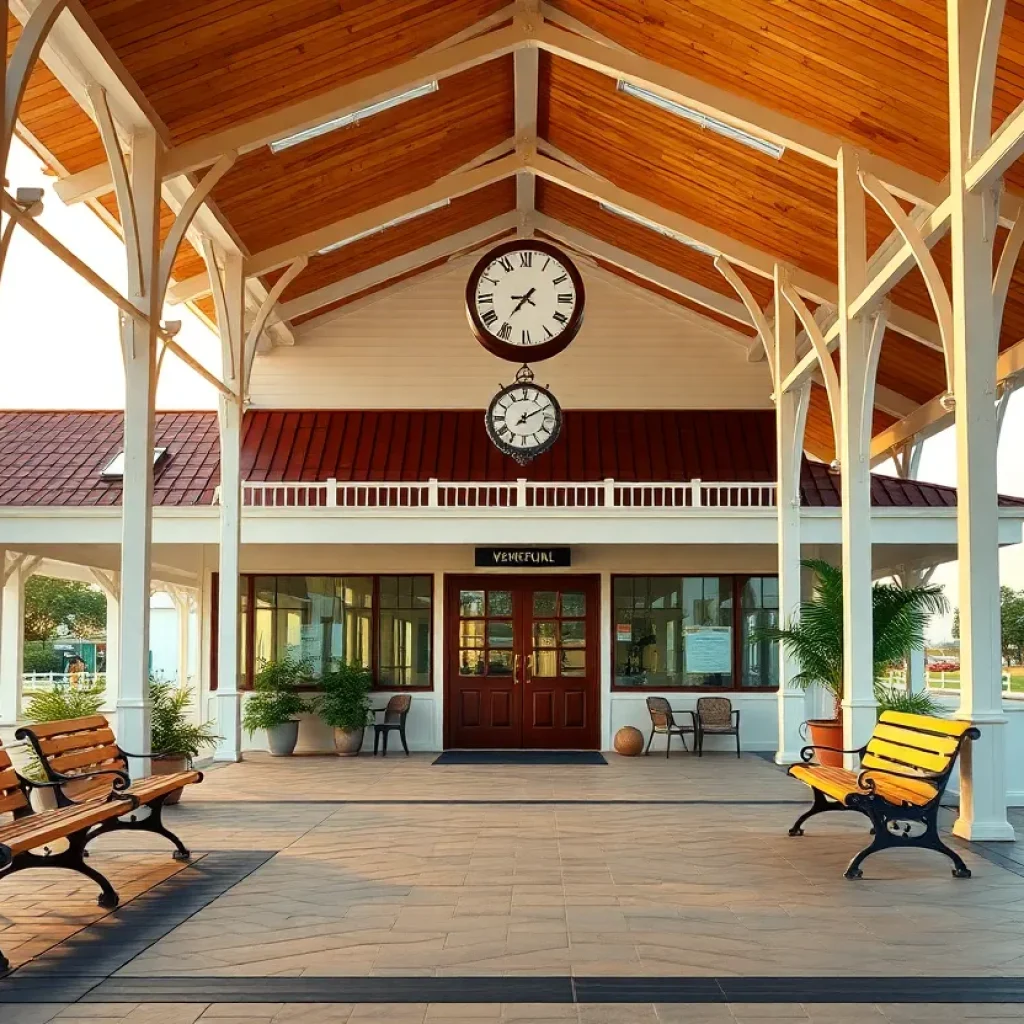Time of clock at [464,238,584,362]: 7:36
